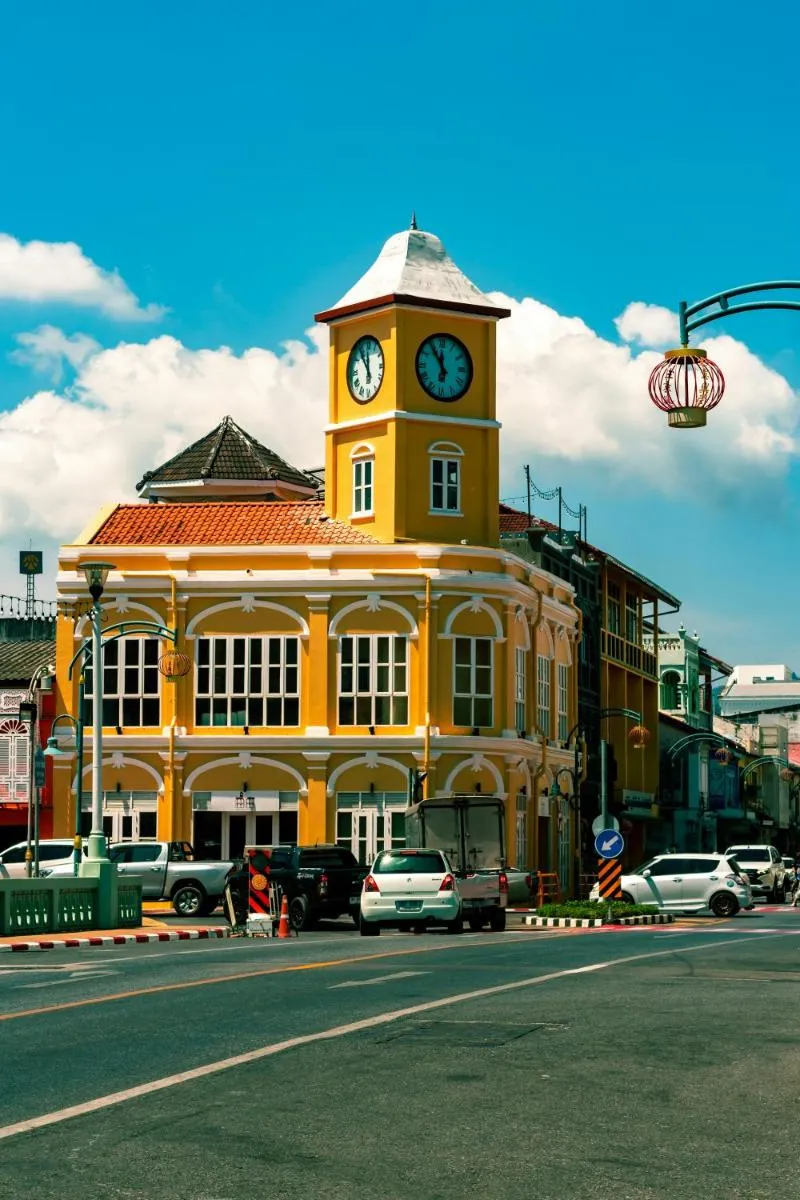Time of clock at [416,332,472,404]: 11:54
